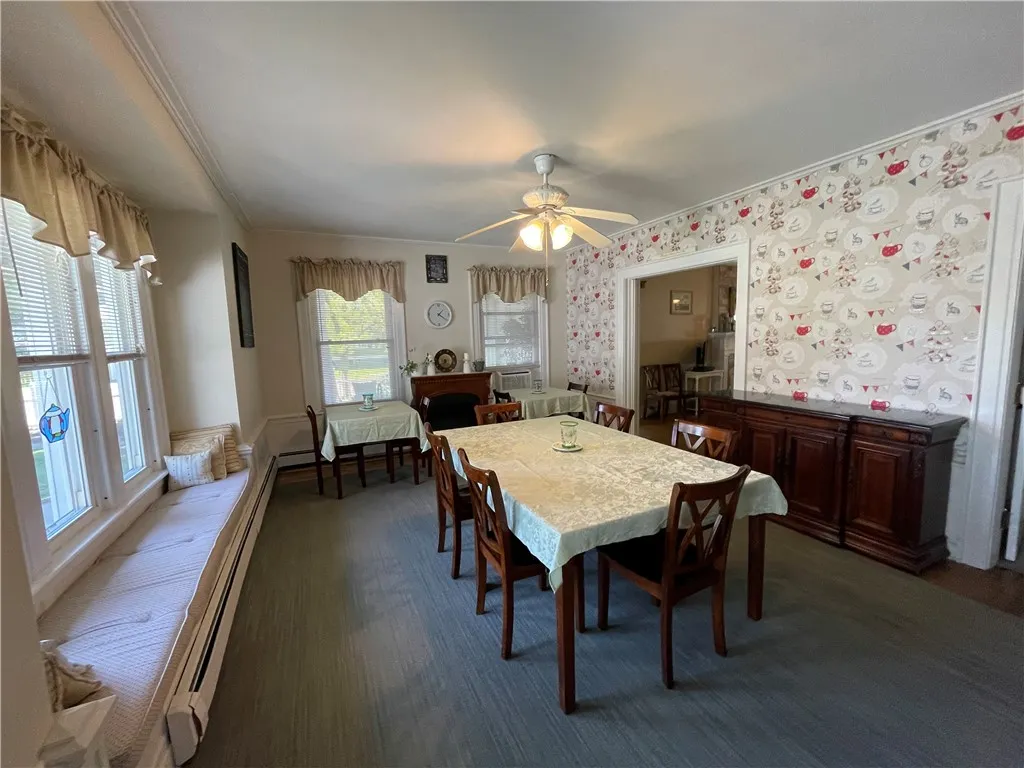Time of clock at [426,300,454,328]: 1:20
